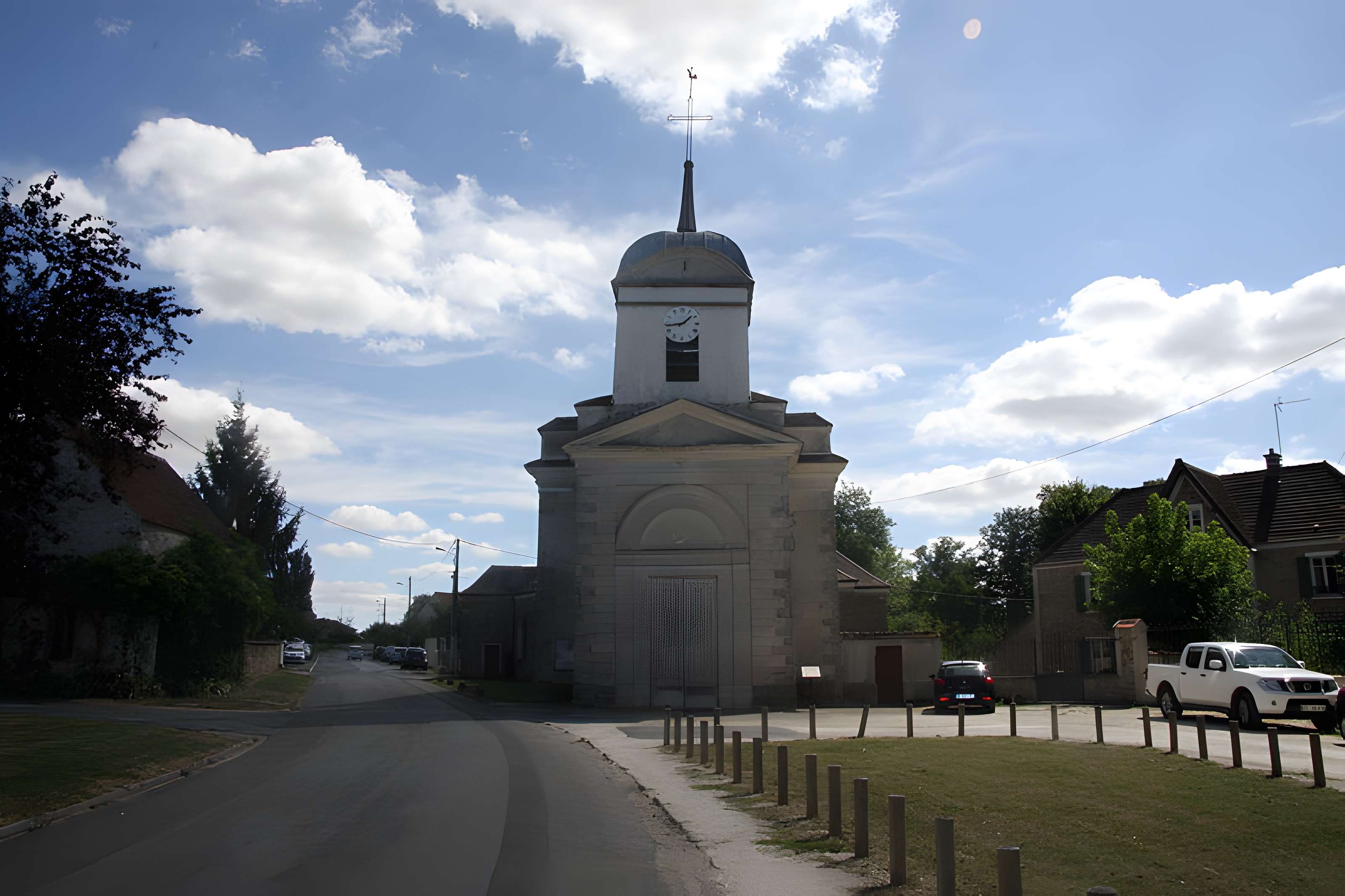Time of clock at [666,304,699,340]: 1:43
